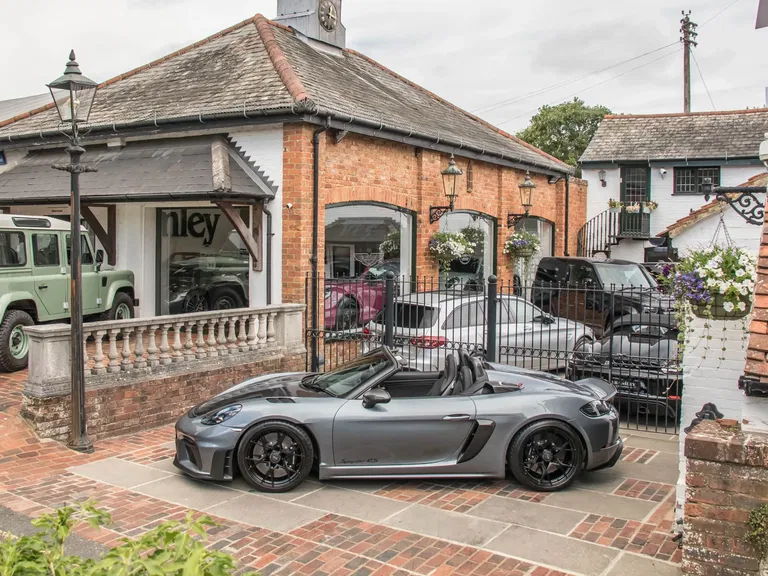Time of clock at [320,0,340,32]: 12:19
